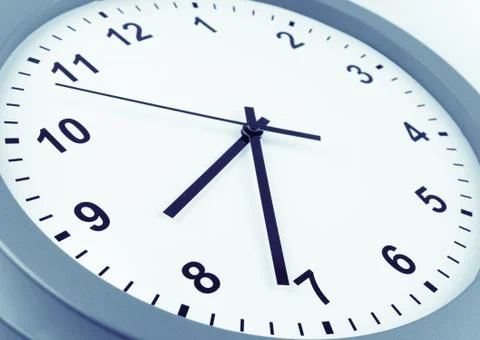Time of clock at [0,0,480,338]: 7:31
